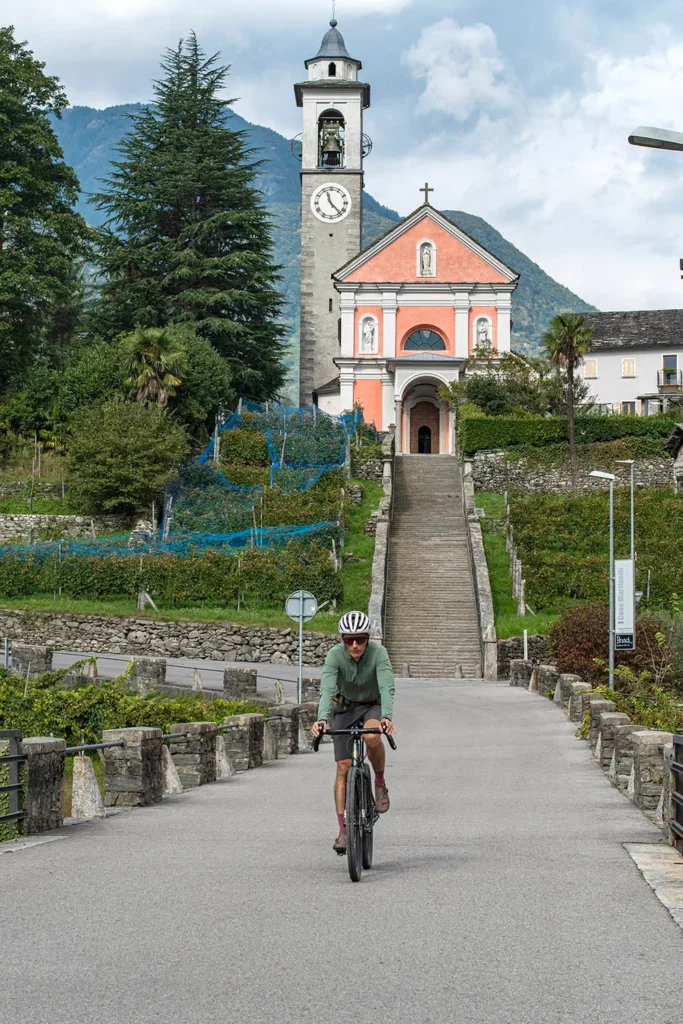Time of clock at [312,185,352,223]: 11:23
